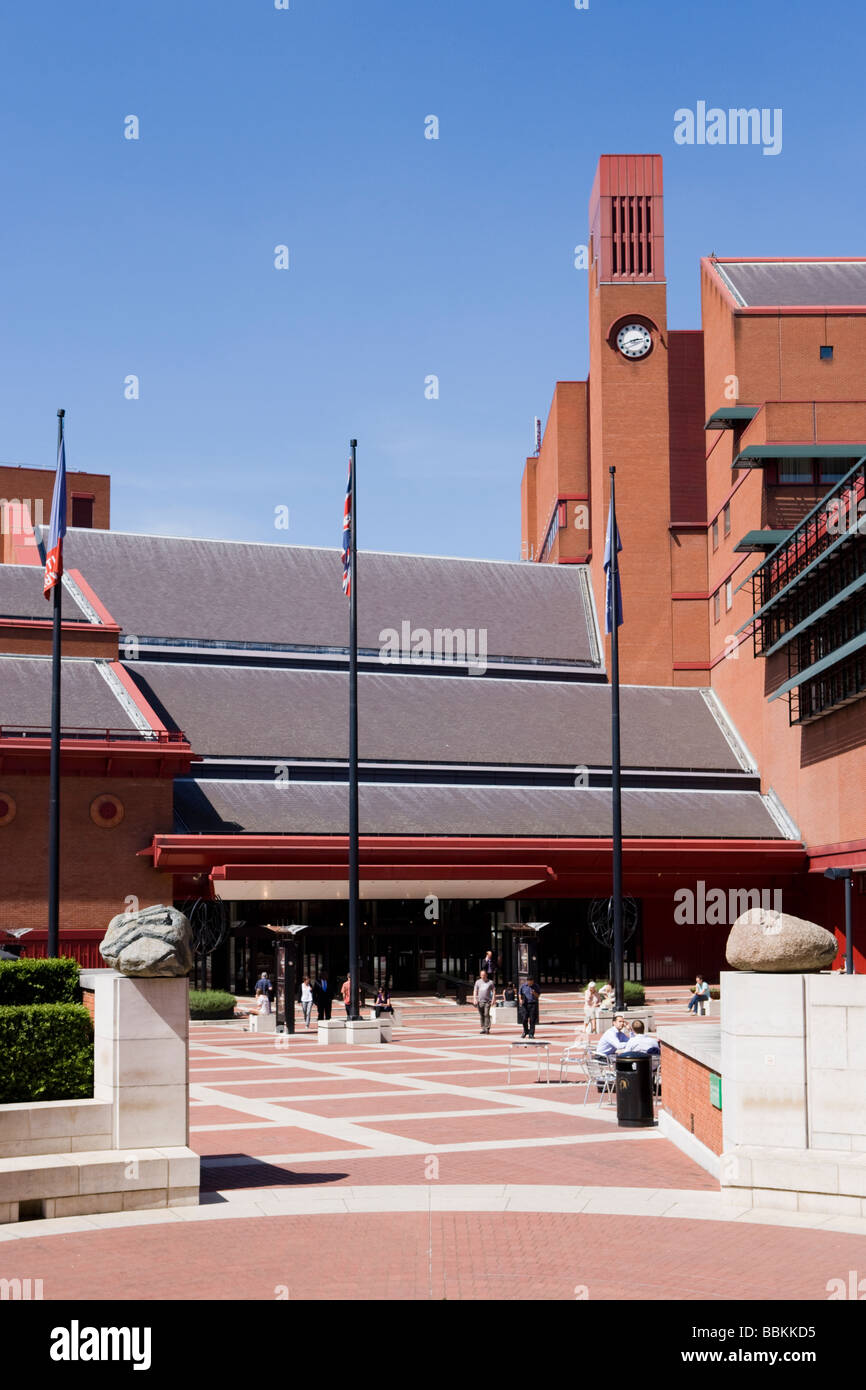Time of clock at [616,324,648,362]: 2:41
